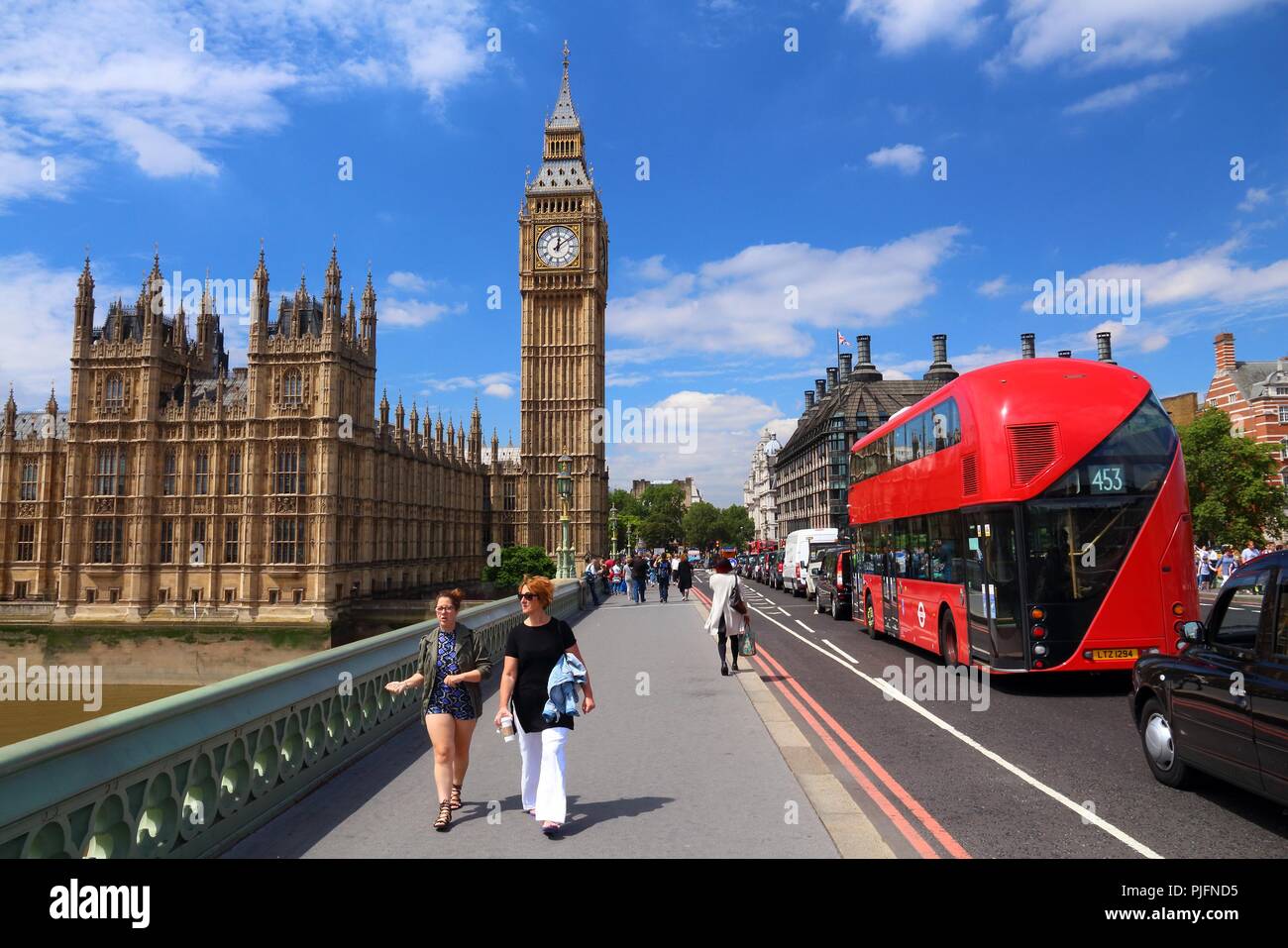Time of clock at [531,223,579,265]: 12:09
